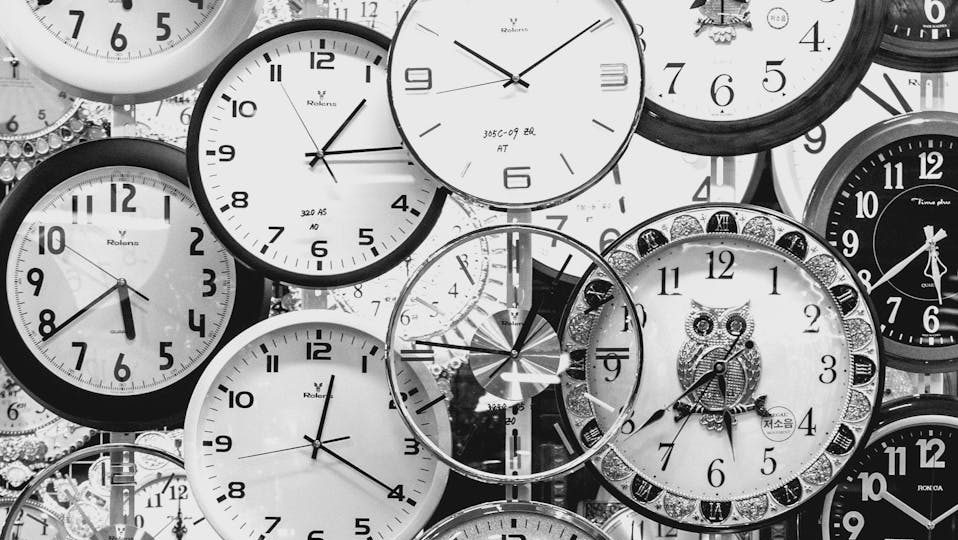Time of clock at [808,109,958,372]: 5:38
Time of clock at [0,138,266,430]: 5:38
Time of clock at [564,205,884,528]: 5:38
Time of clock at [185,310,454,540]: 12:20
